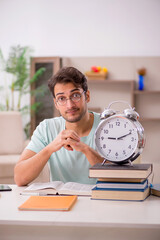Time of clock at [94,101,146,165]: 9:11
